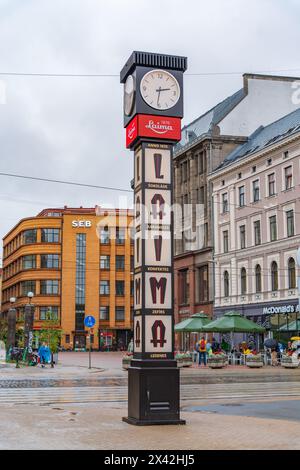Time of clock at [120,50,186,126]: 2:31
